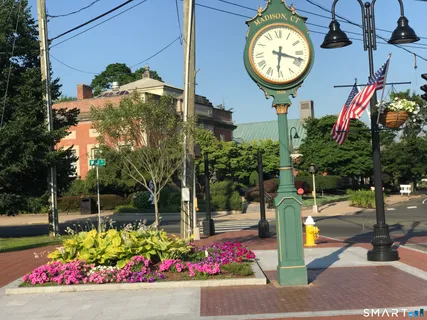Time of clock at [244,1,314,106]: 6:18
